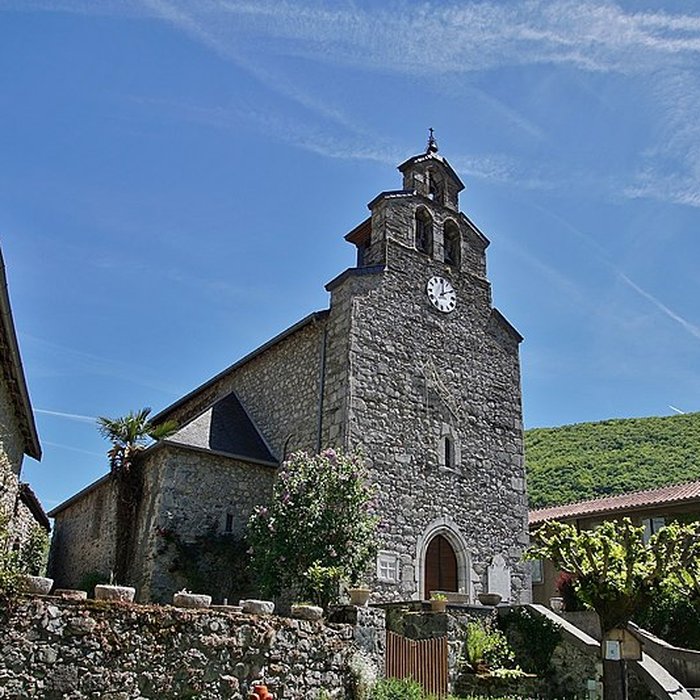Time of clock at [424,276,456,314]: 12:09
